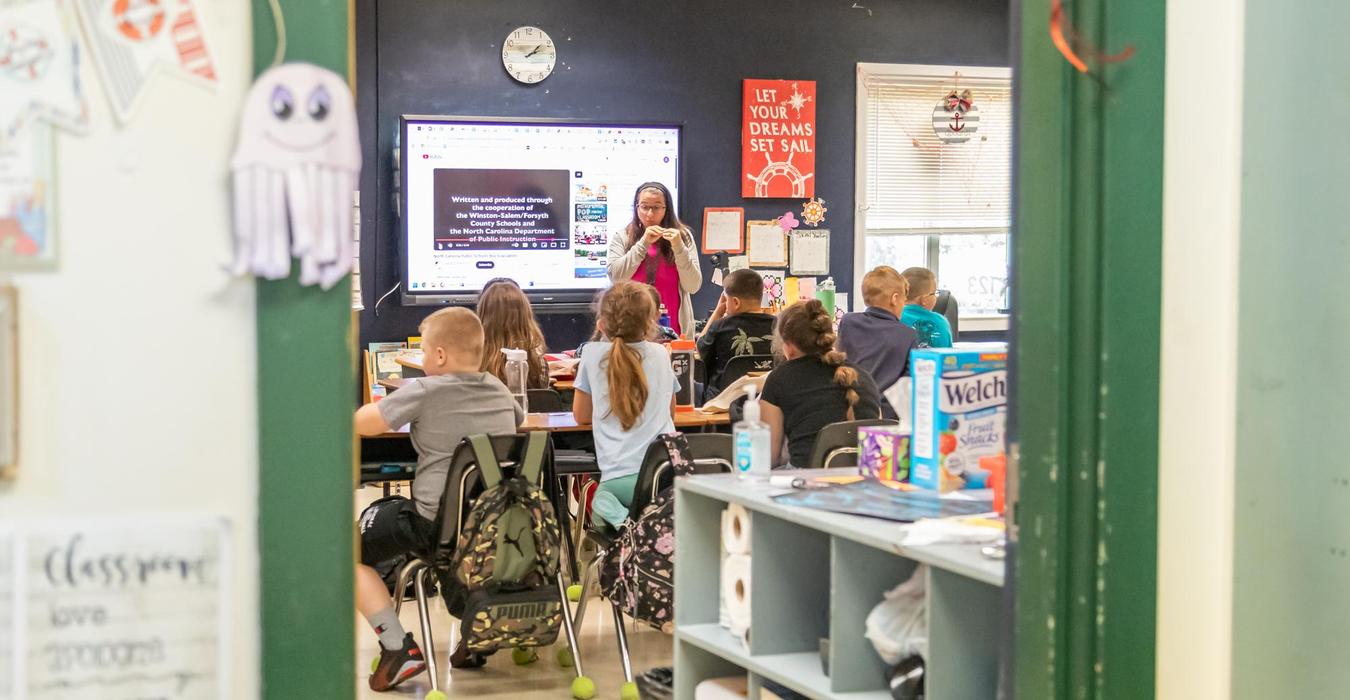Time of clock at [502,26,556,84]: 2:08
